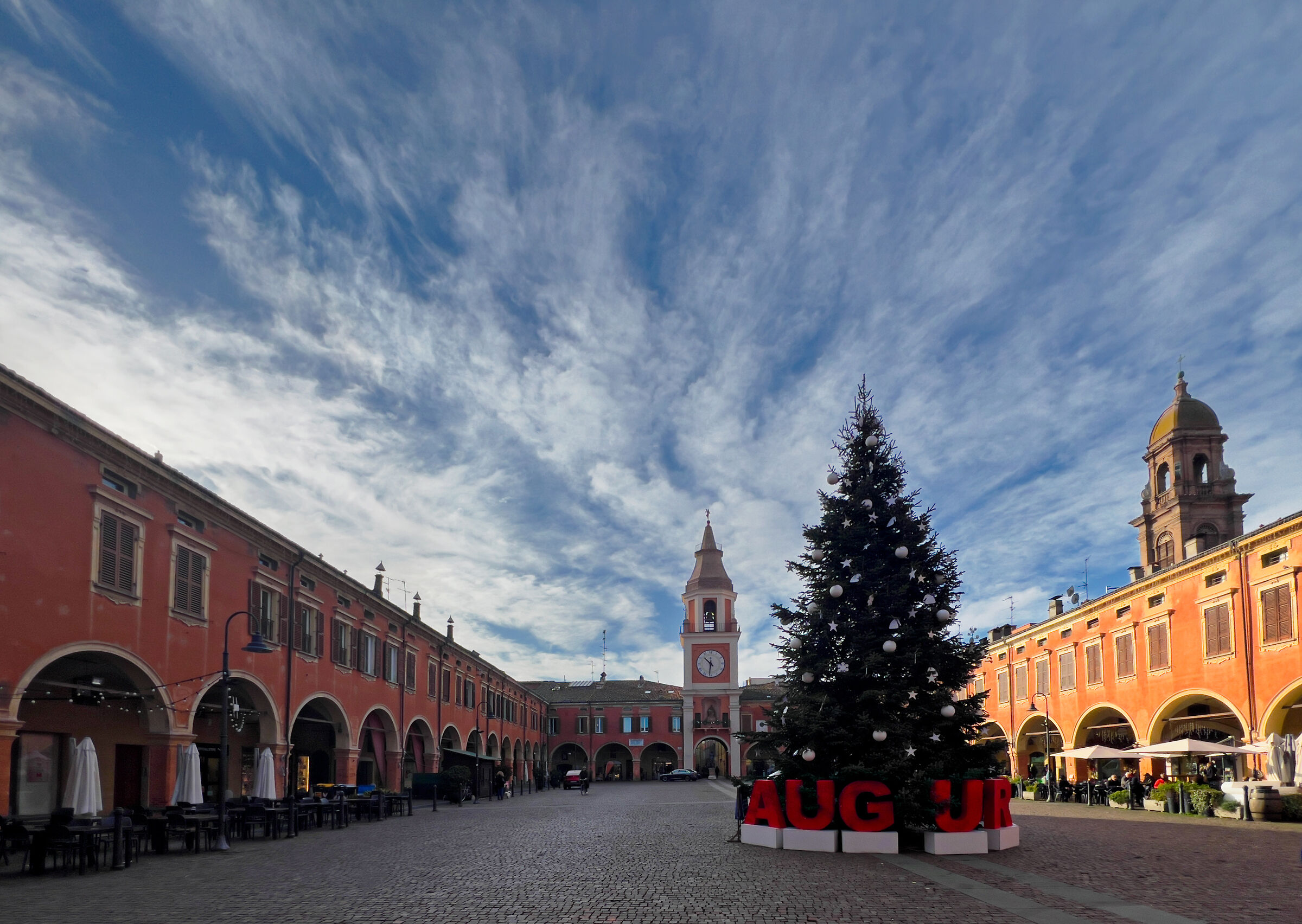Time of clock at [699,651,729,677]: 10:31
